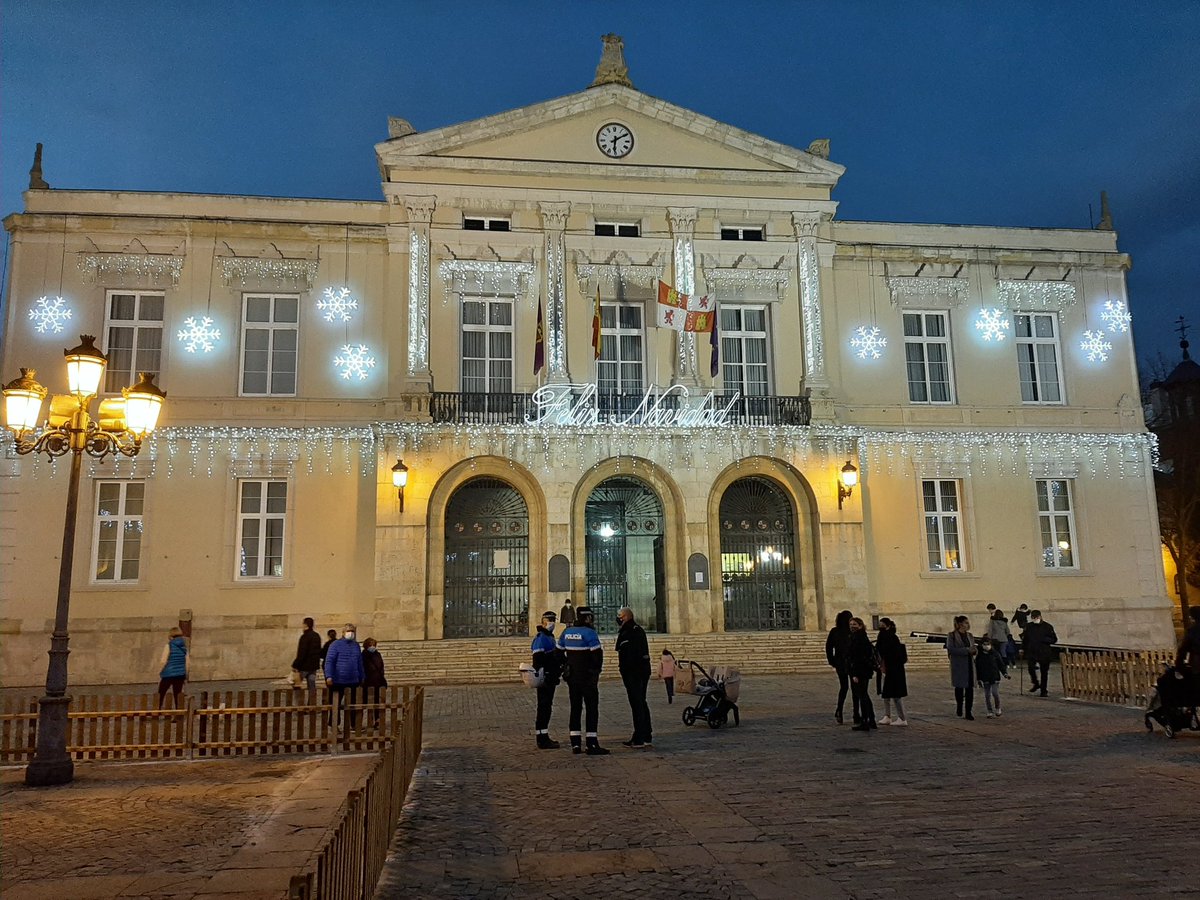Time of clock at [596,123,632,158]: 6:09
